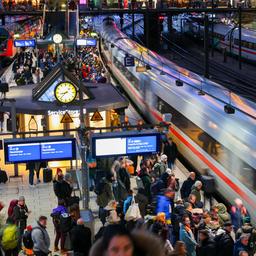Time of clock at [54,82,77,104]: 8:37
